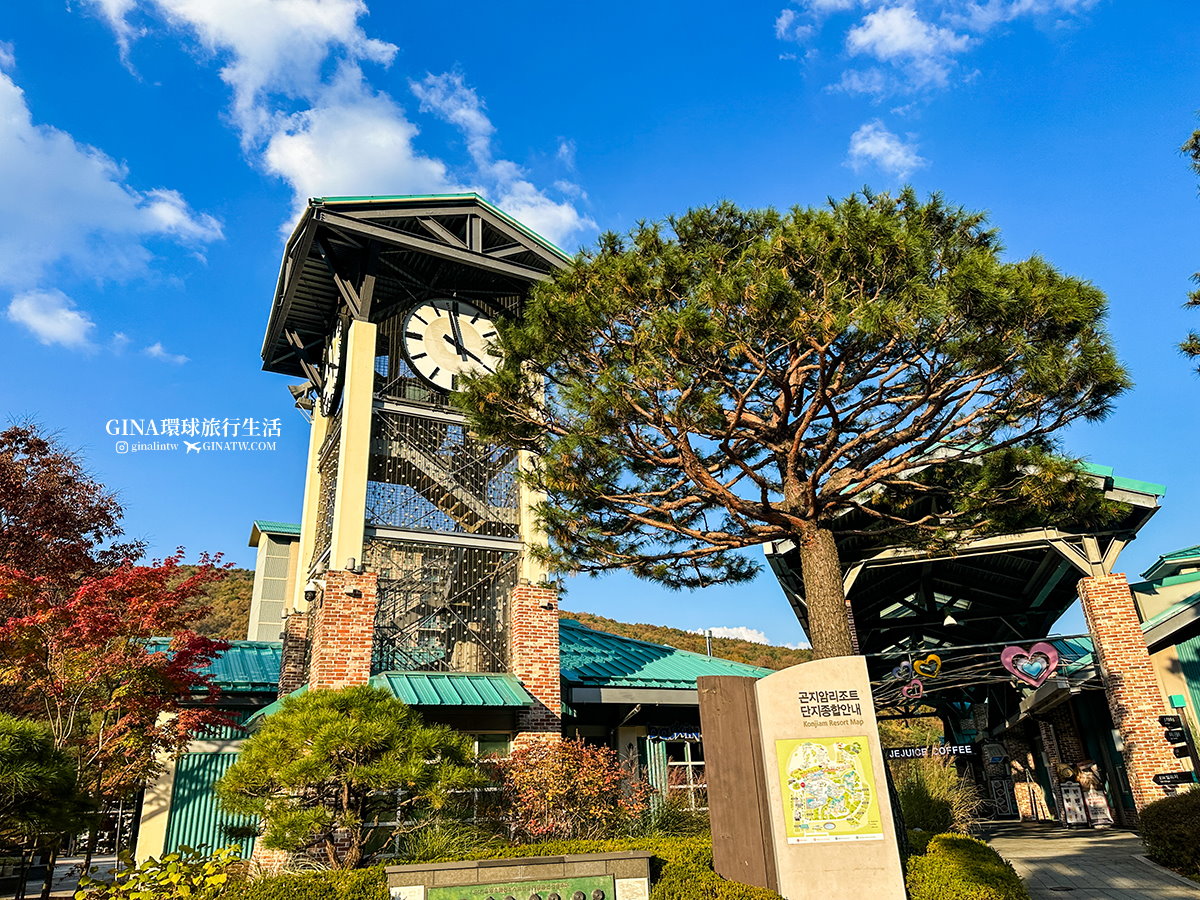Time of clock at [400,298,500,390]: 3:58
